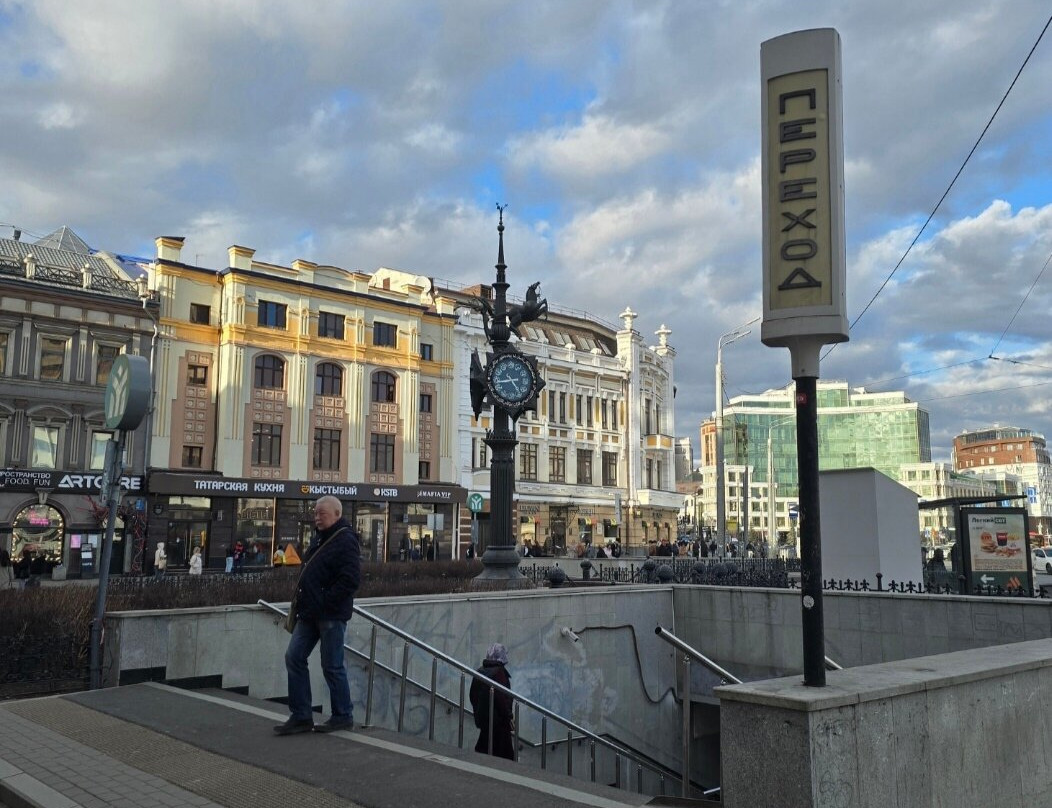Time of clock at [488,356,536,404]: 4:43
